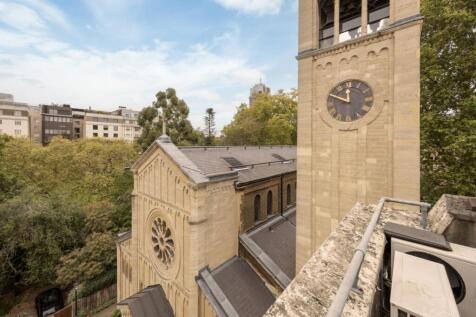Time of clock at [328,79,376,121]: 11:48
